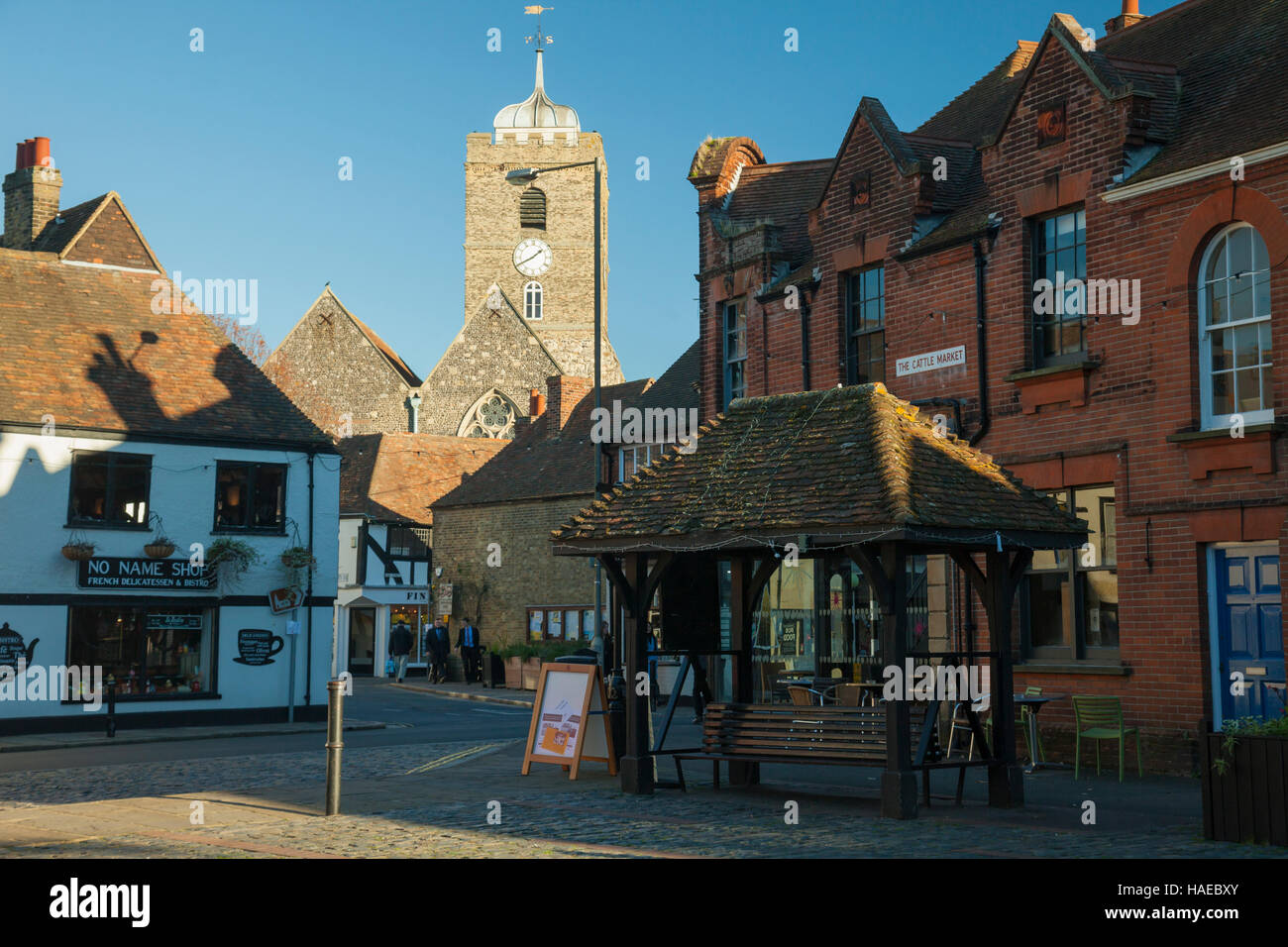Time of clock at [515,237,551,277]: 1:40
